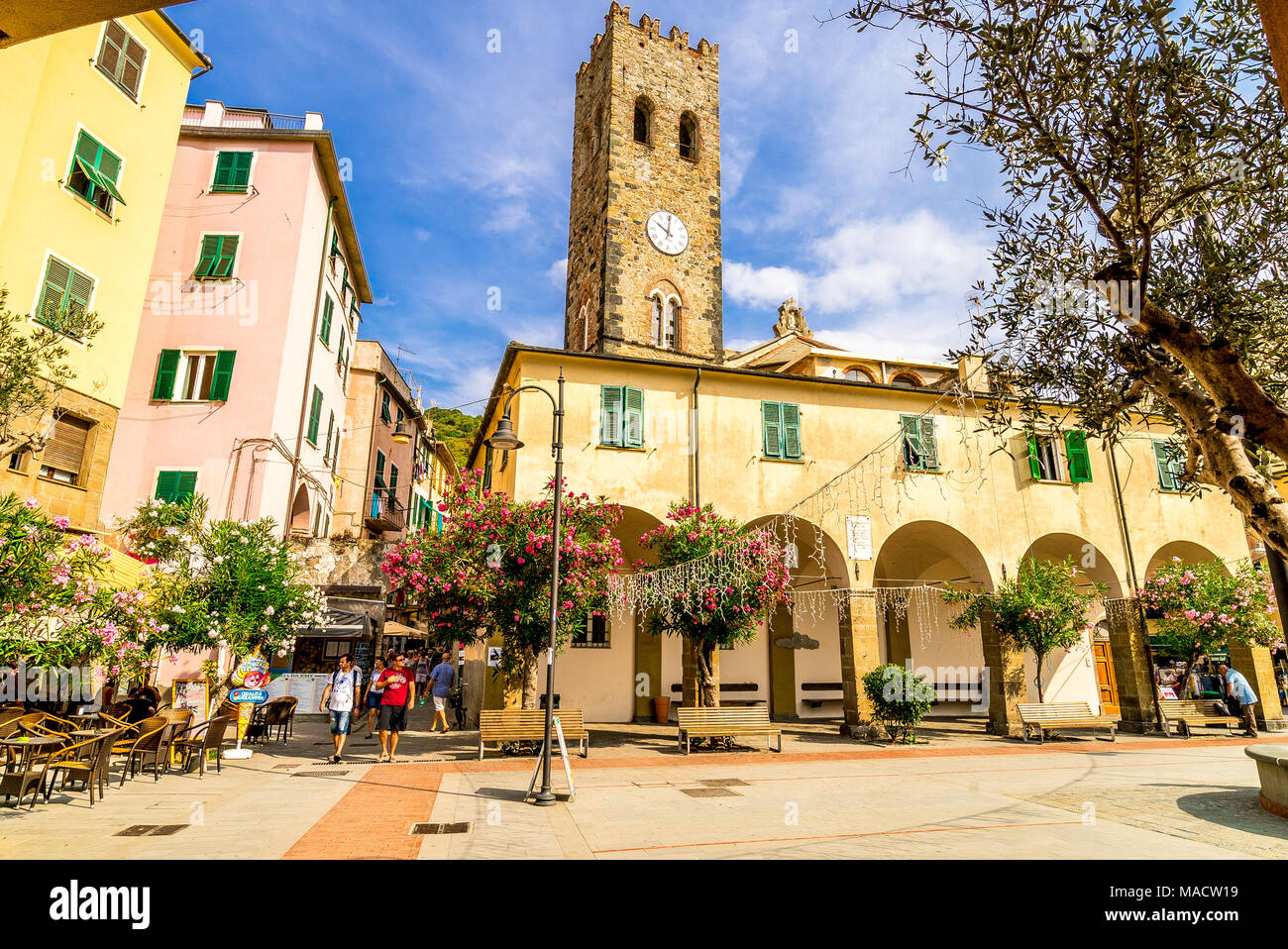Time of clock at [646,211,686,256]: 10:00
